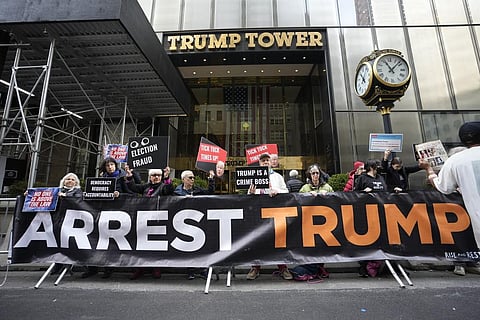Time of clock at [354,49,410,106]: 11:07
